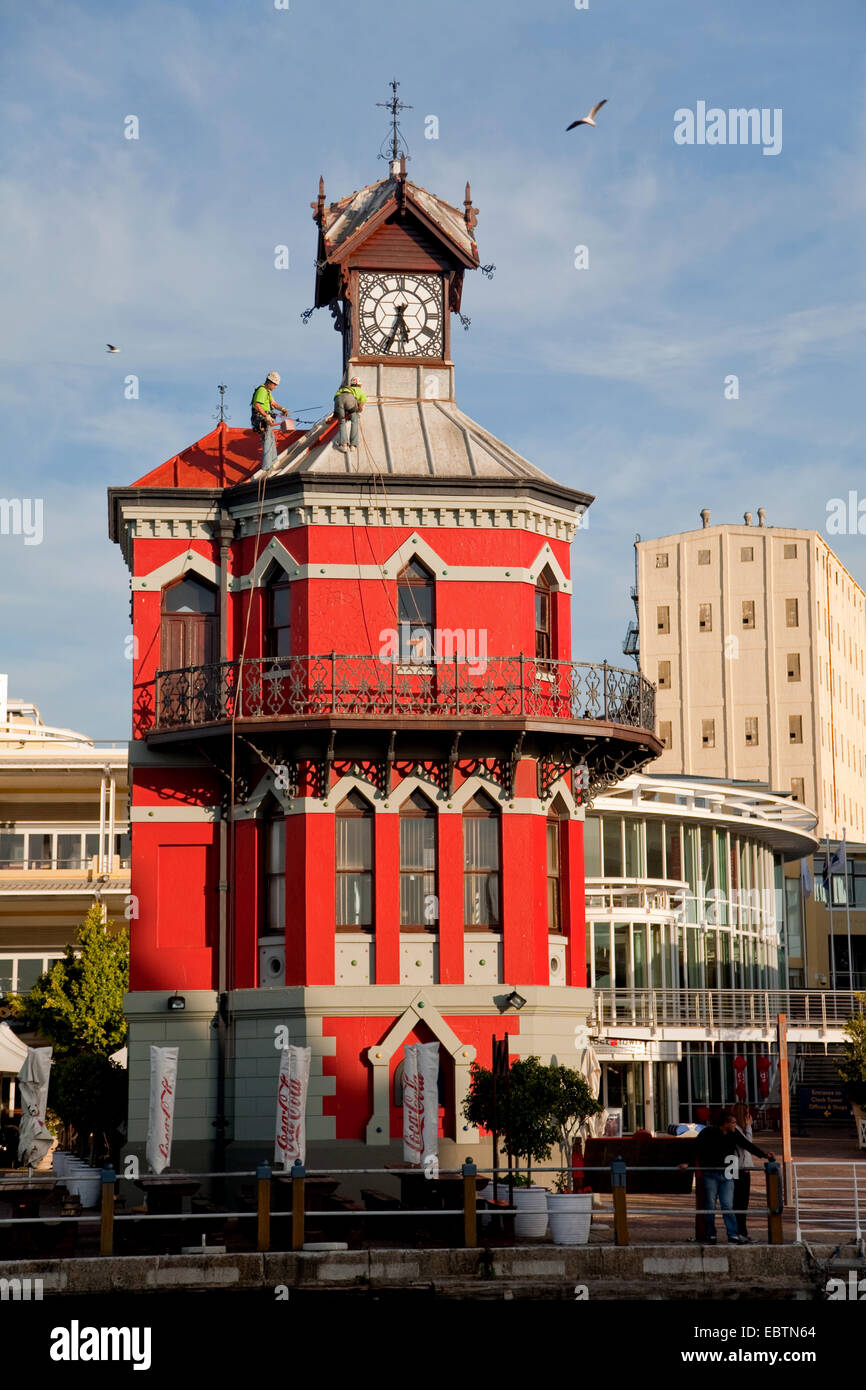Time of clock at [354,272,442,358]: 5:33
